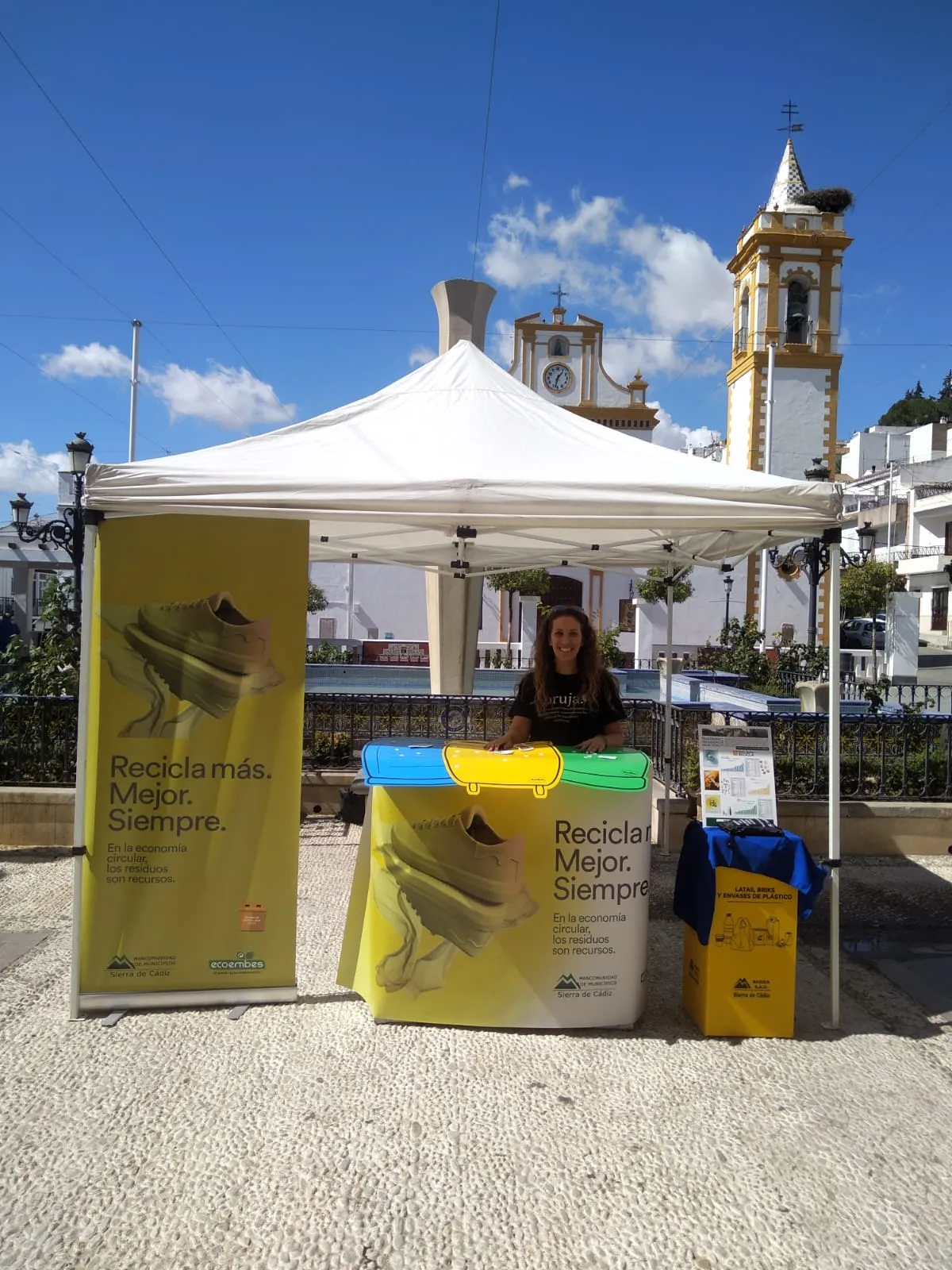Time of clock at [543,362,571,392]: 1:32
